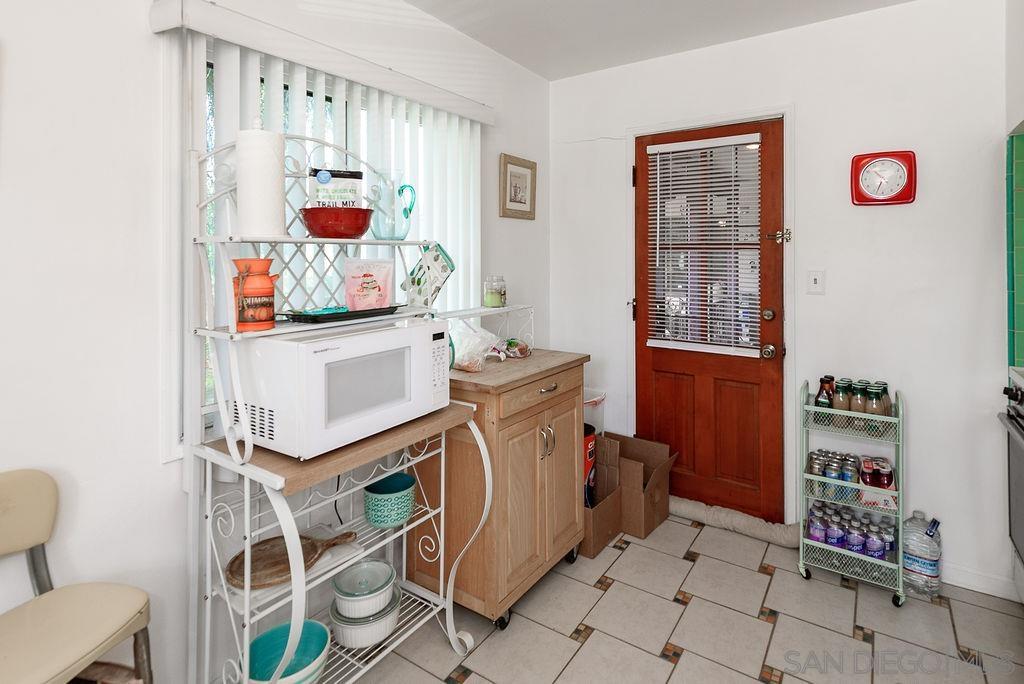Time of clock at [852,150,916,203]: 10:33
